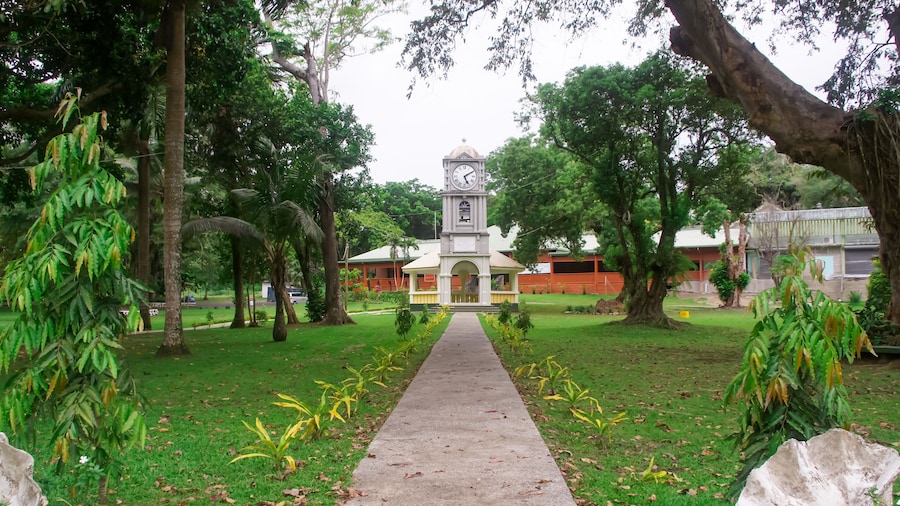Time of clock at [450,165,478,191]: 5:09
